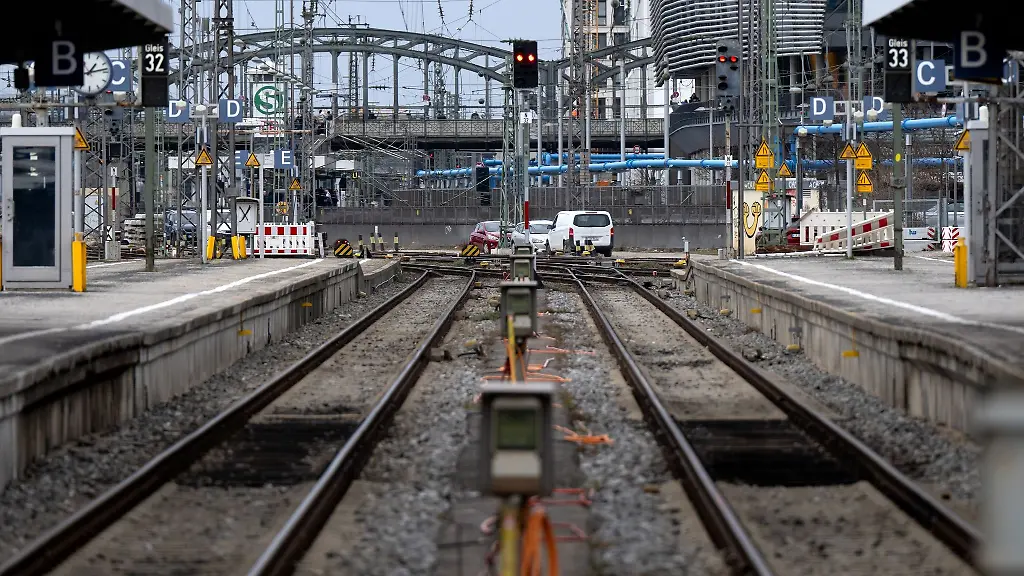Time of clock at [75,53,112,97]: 1:13
